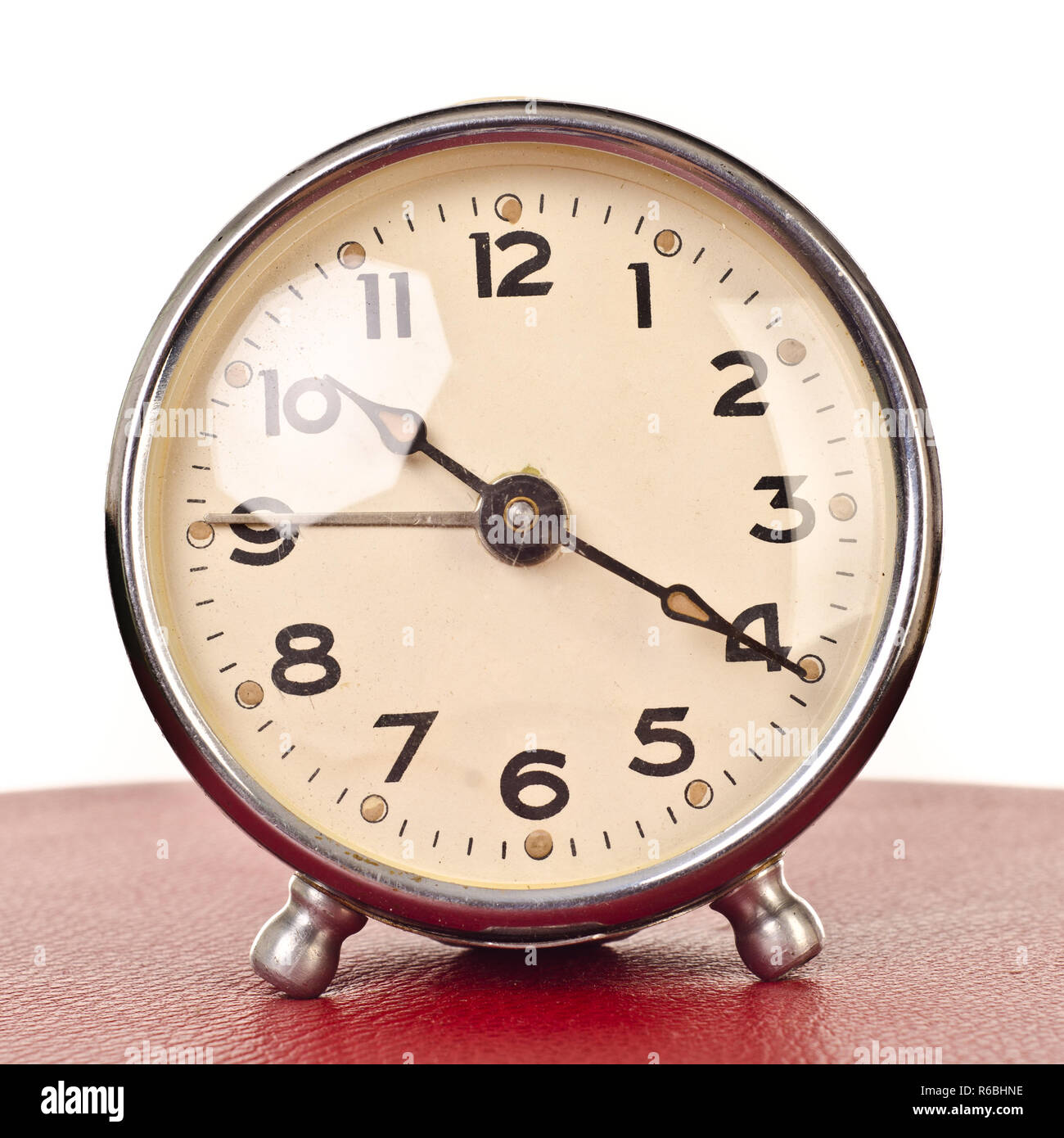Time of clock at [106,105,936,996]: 10:20
